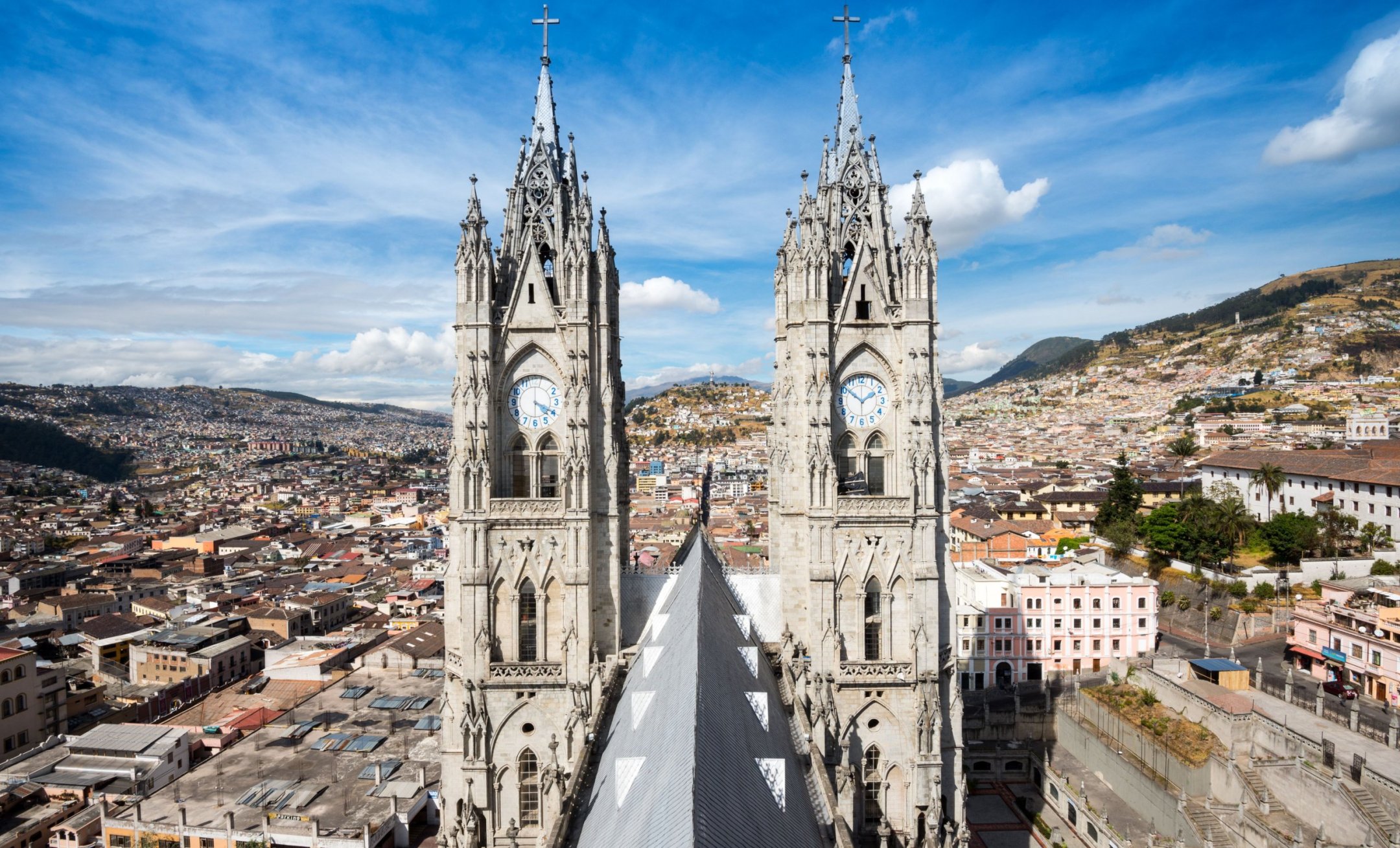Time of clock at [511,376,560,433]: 4:19
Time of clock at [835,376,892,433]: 1:51
